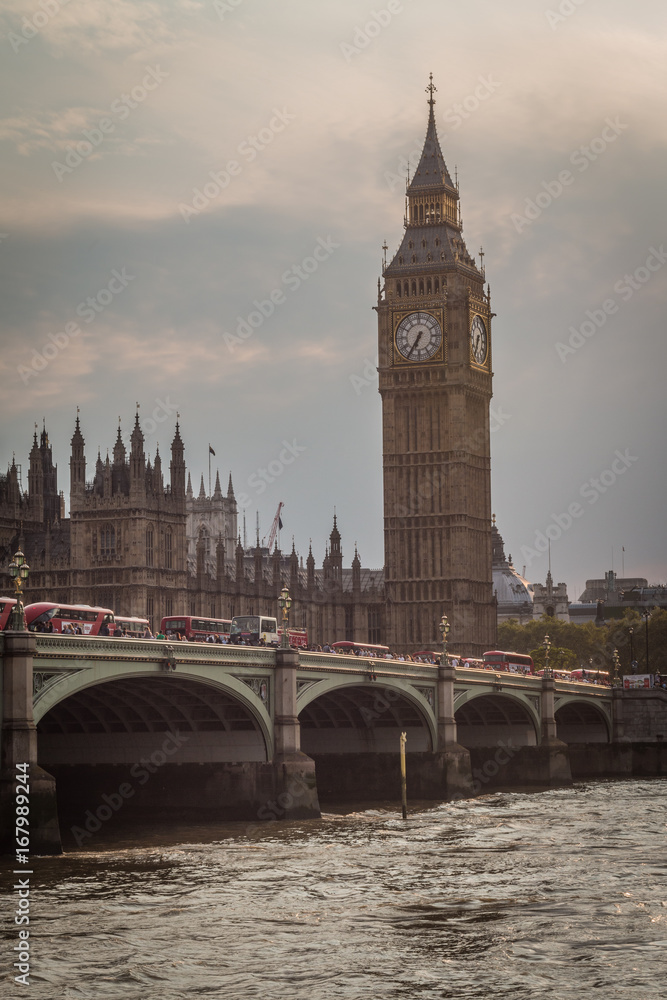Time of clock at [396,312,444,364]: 6:35
